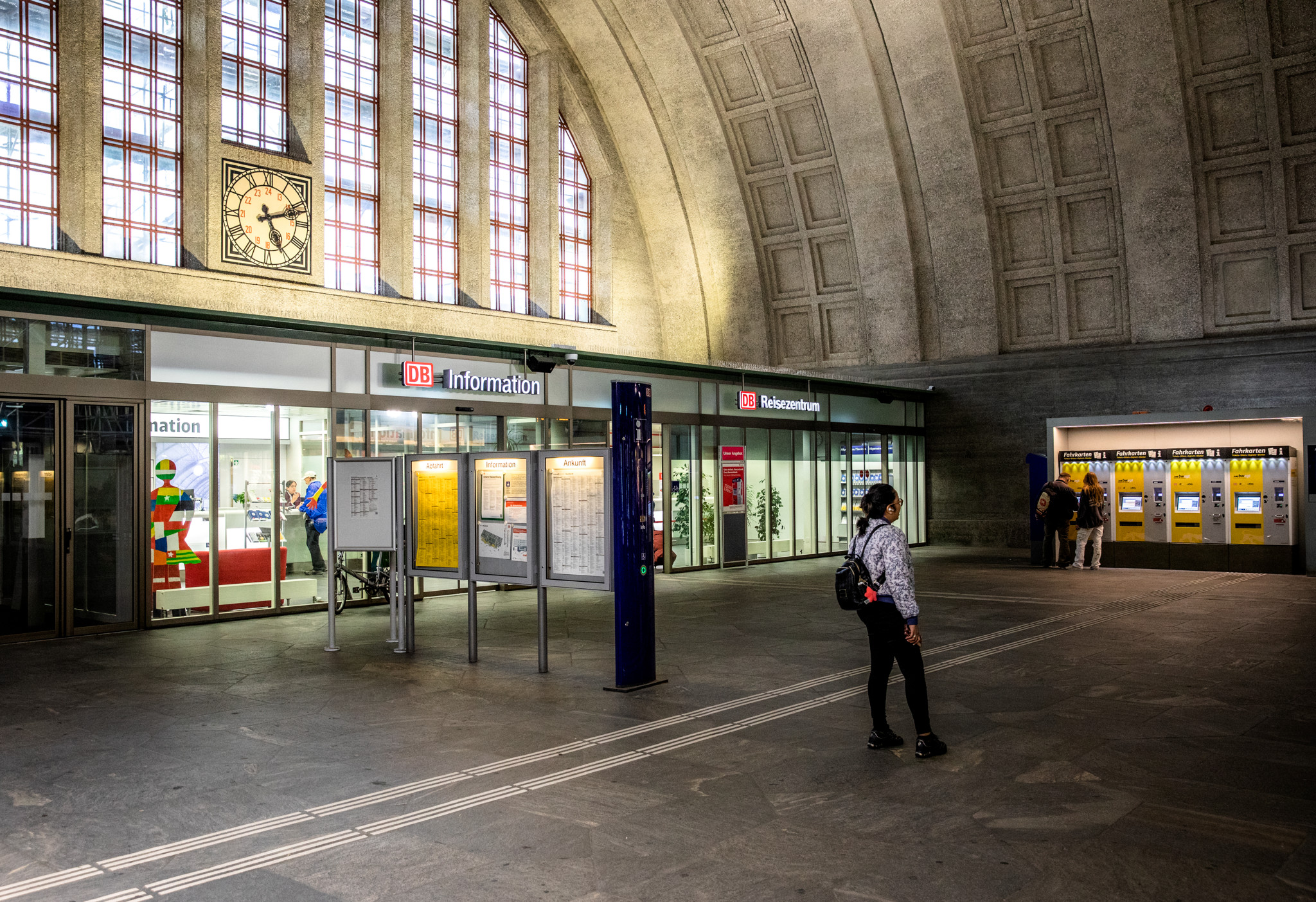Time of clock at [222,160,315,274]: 5:12
